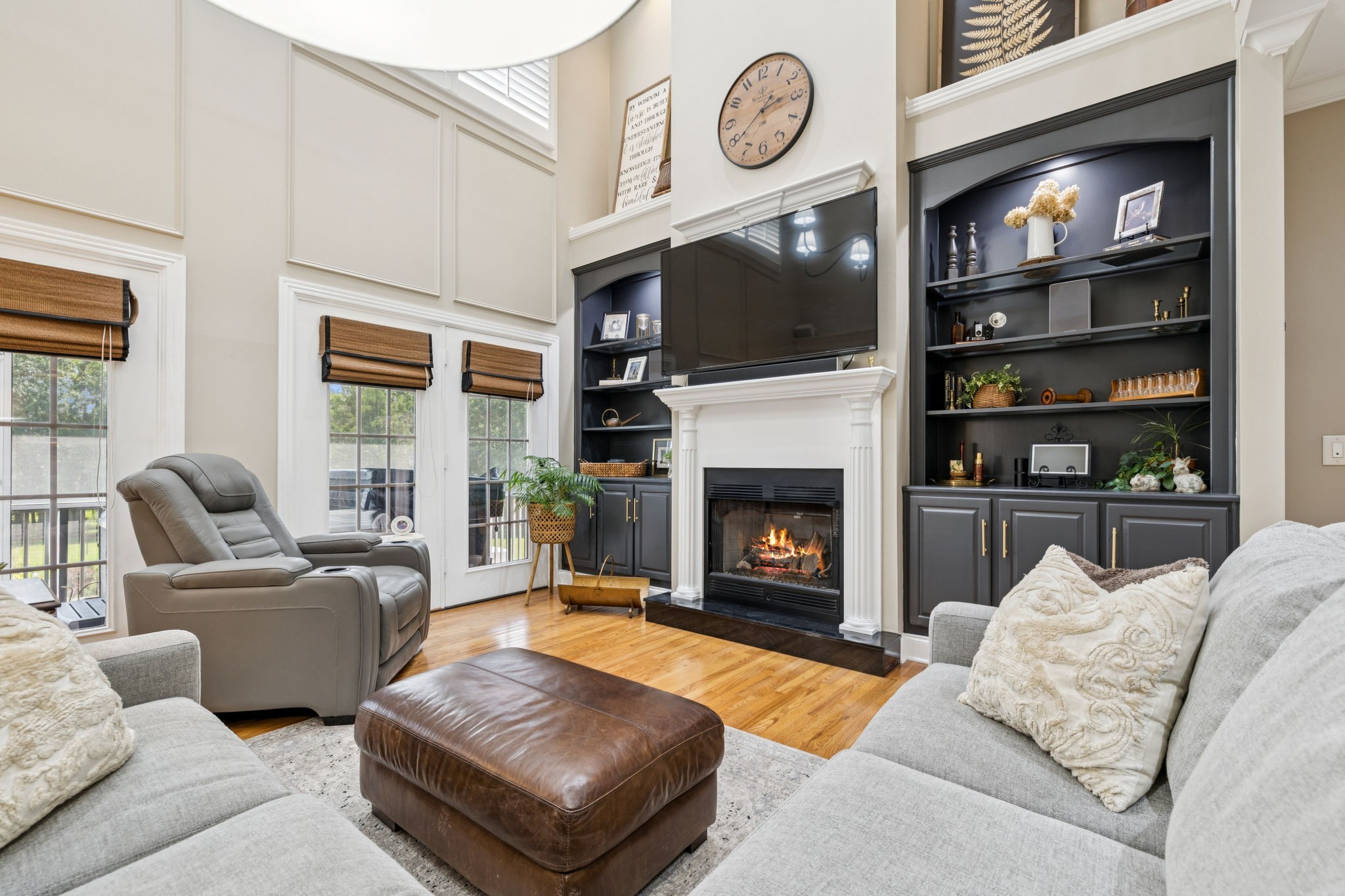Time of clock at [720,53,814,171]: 2:39
